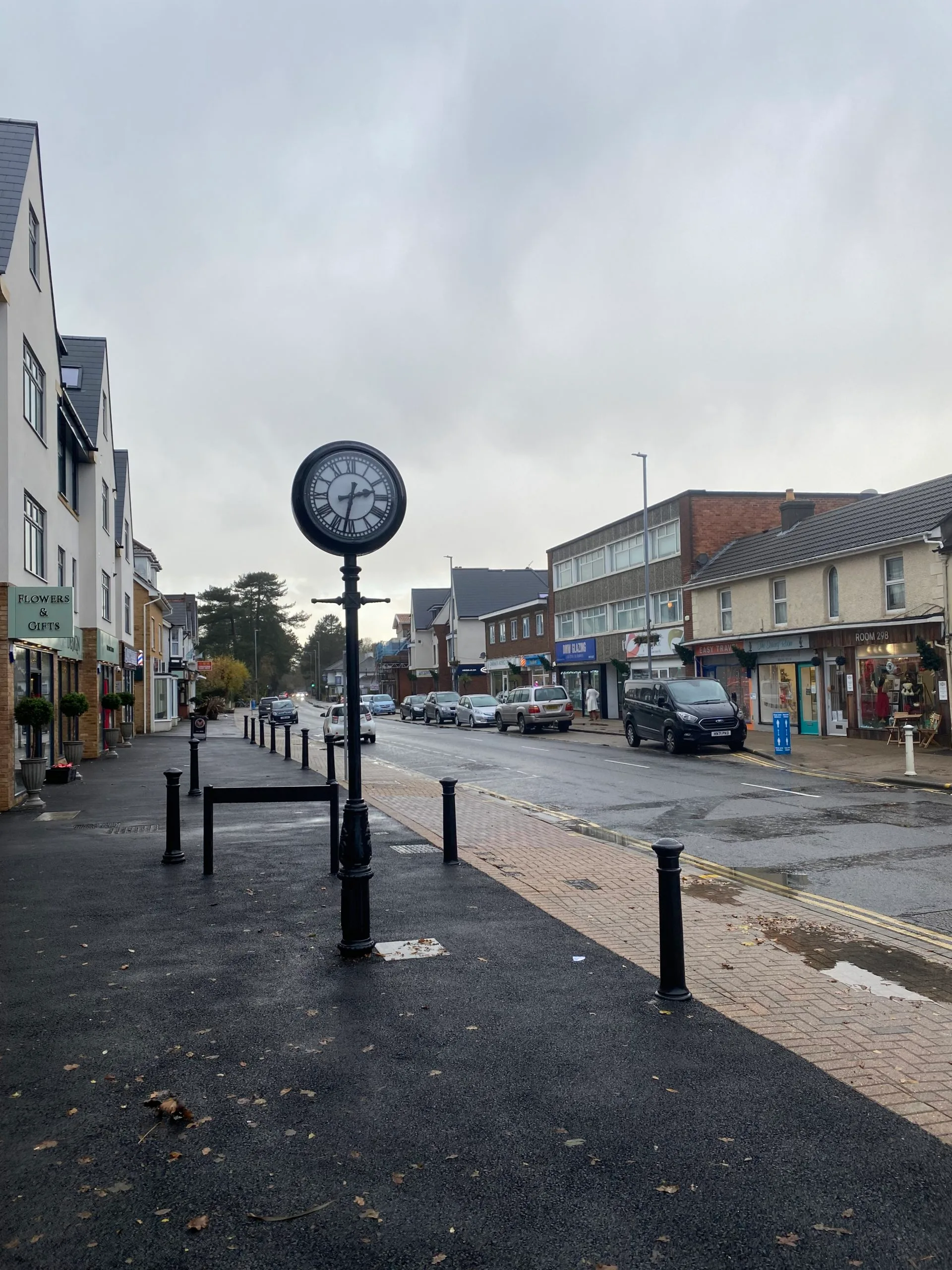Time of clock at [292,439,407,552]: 2:32
